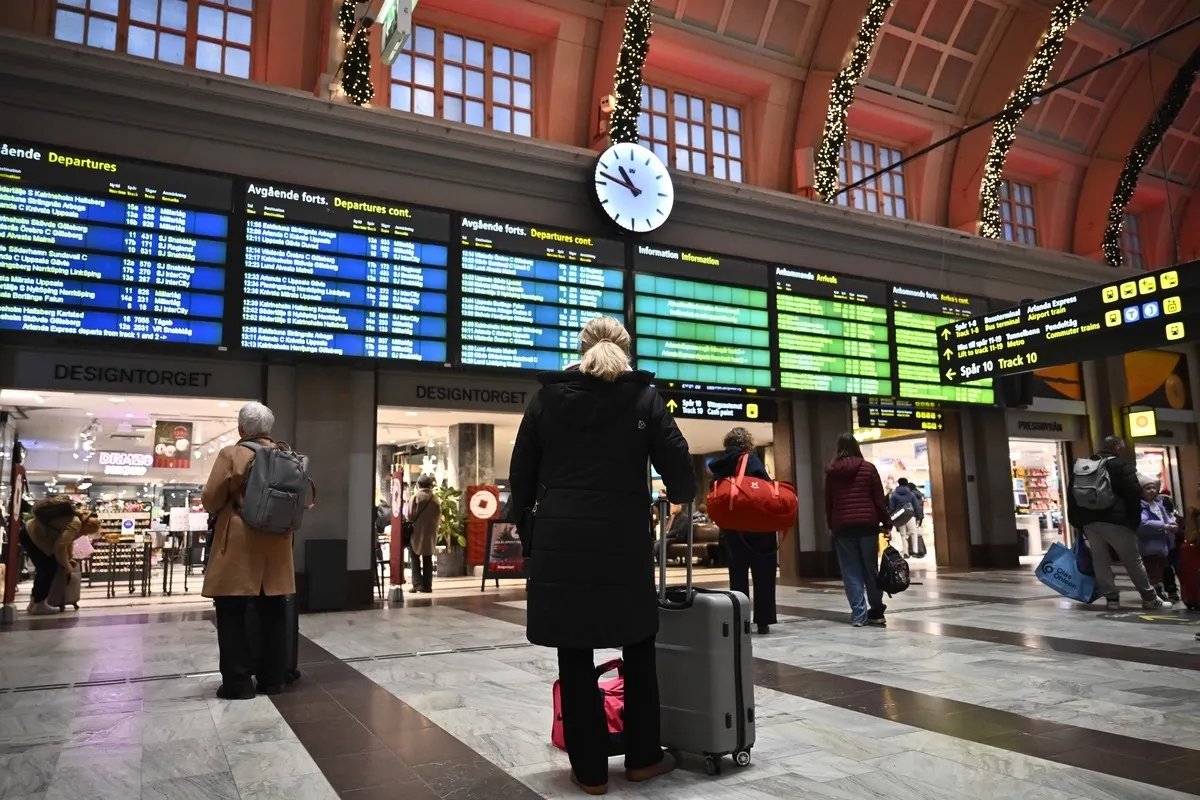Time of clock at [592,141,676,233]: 10:47
